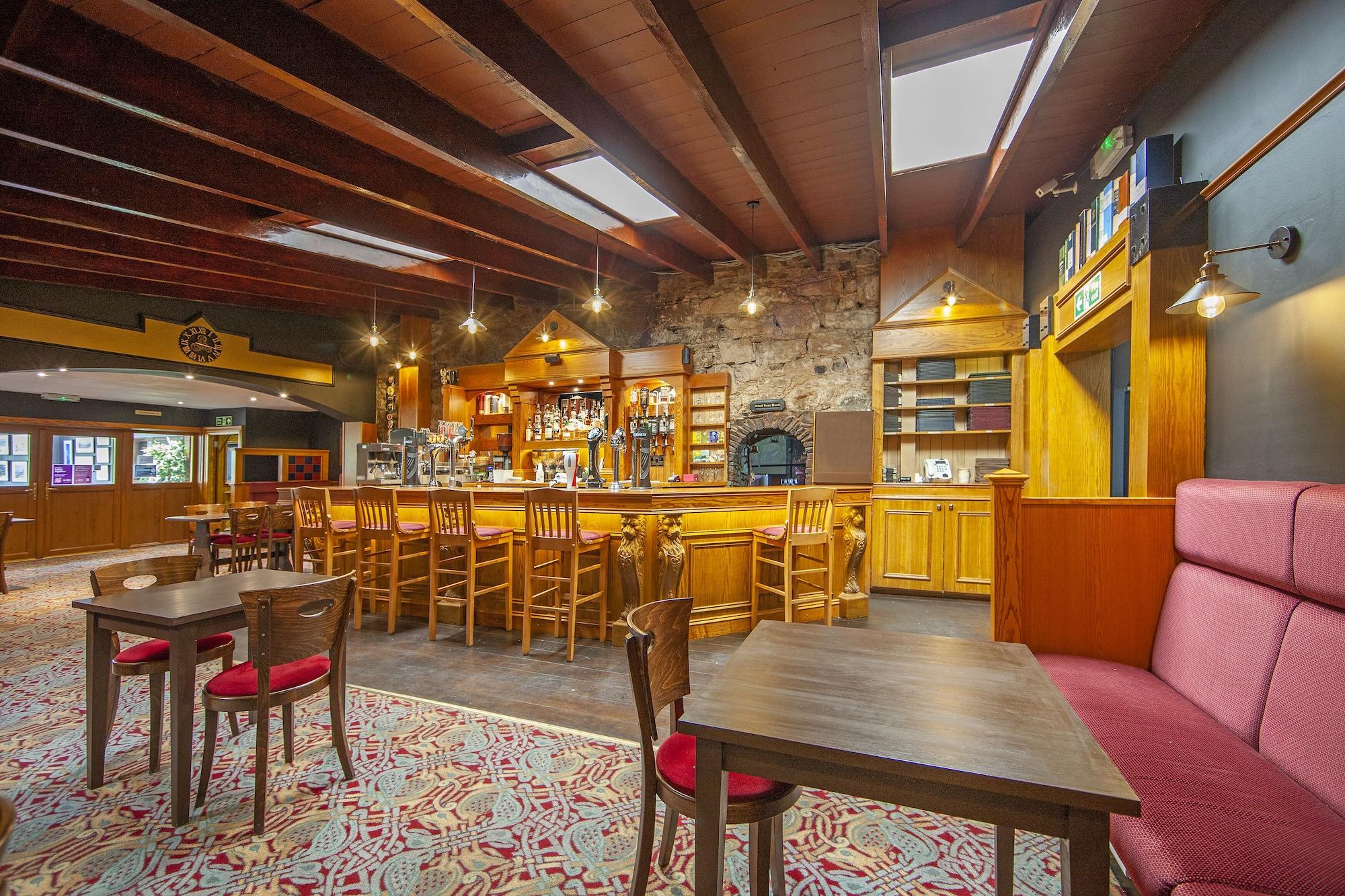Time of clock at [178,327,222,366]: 3:16
